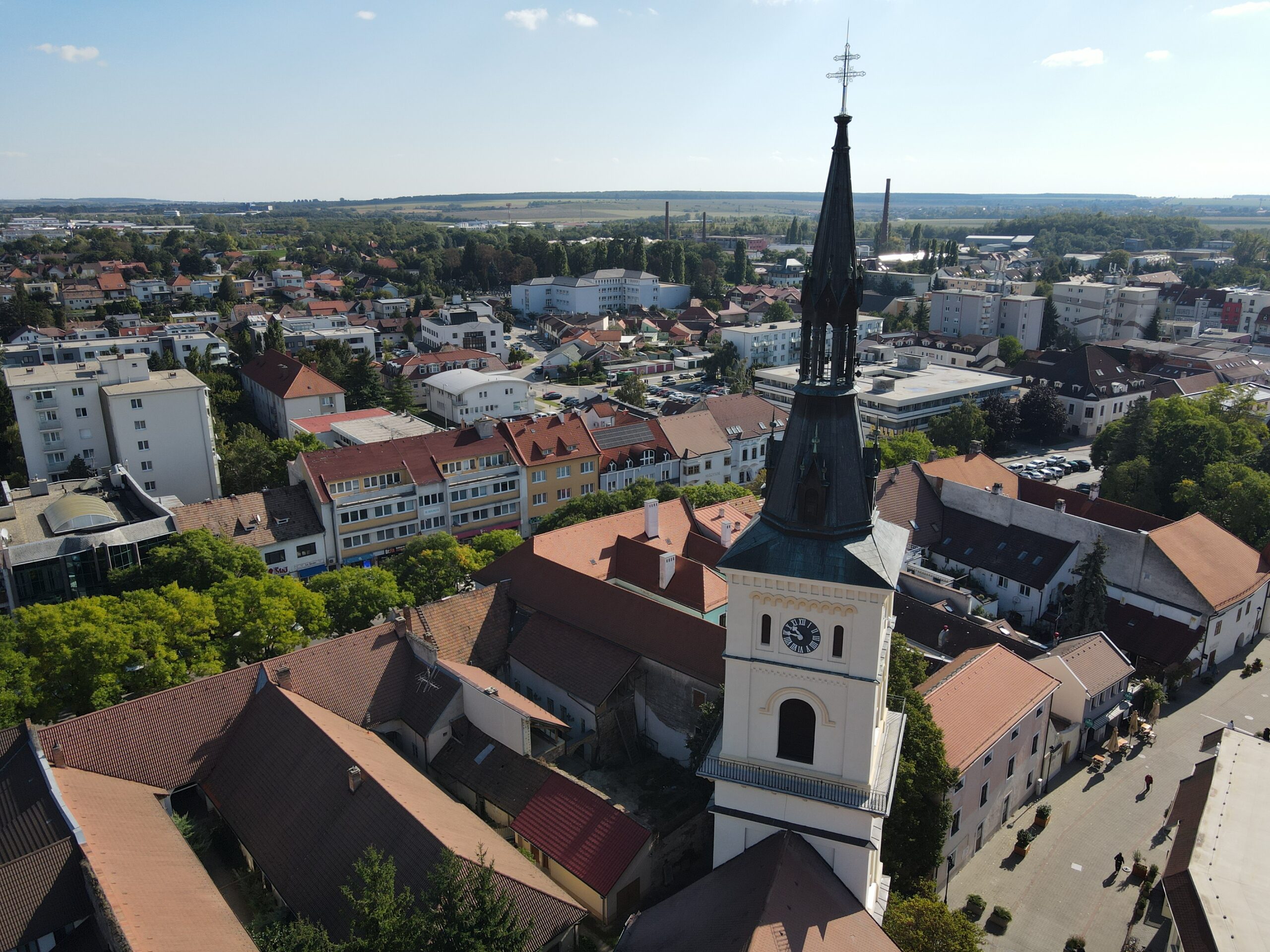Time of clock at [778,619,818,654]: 10:45
